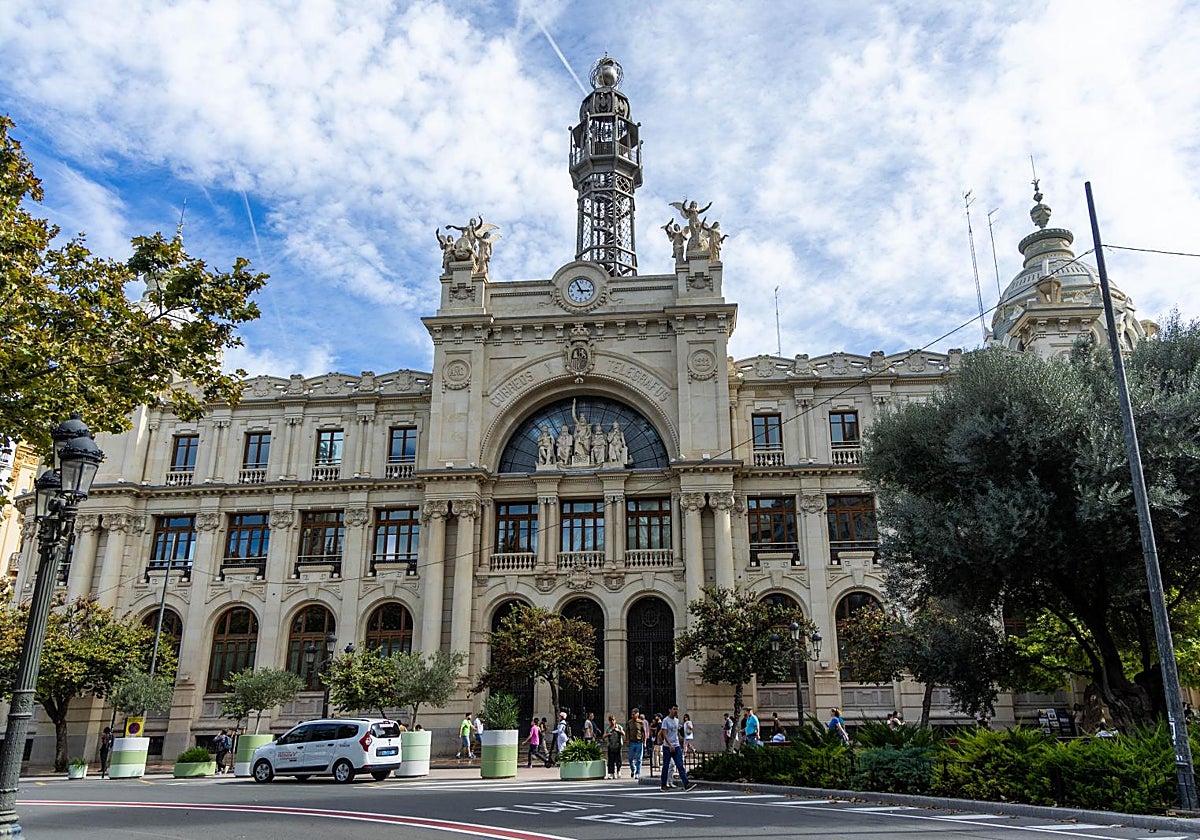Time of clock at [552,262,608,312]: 2:56
